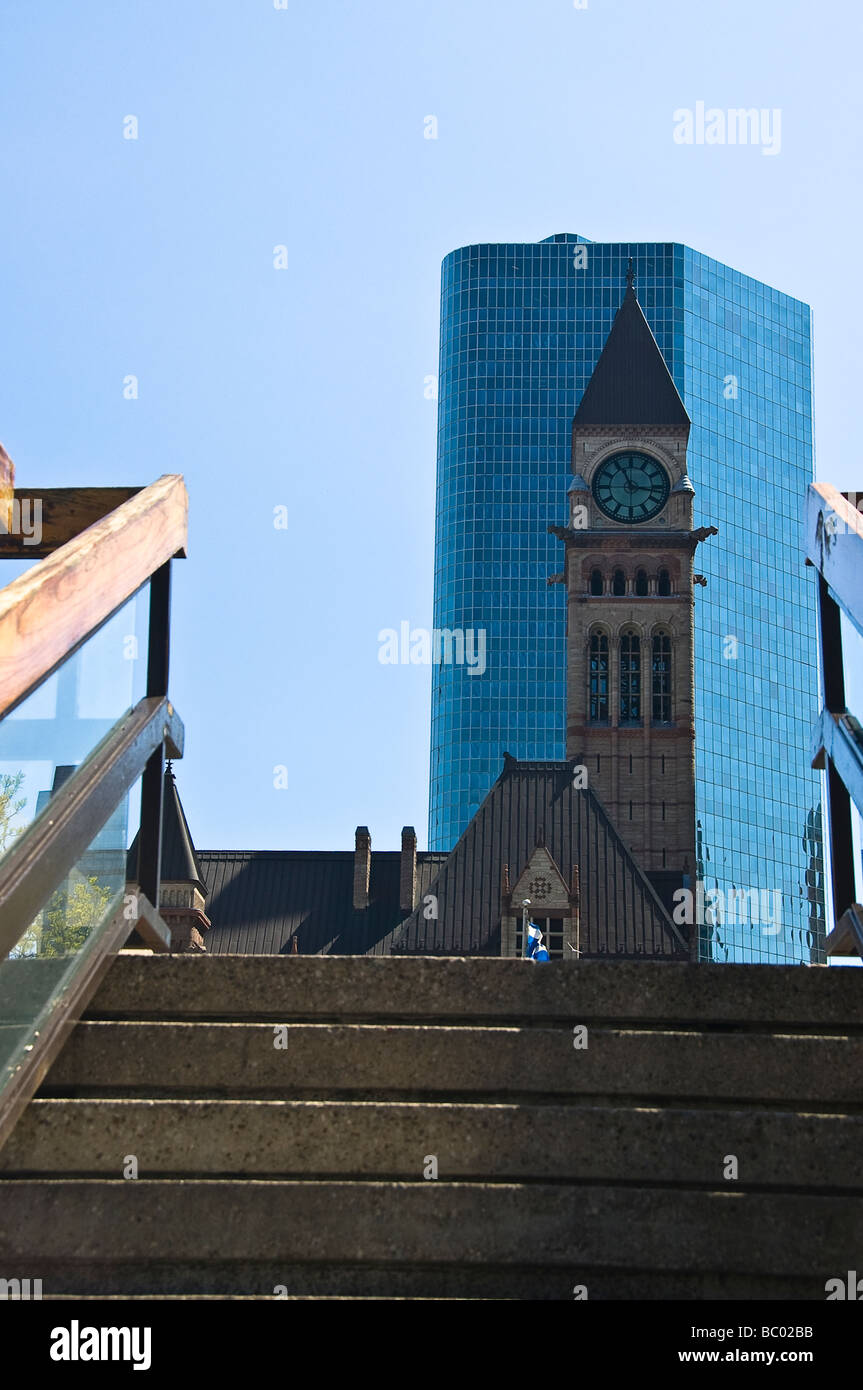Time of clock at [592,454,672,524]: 11:16
